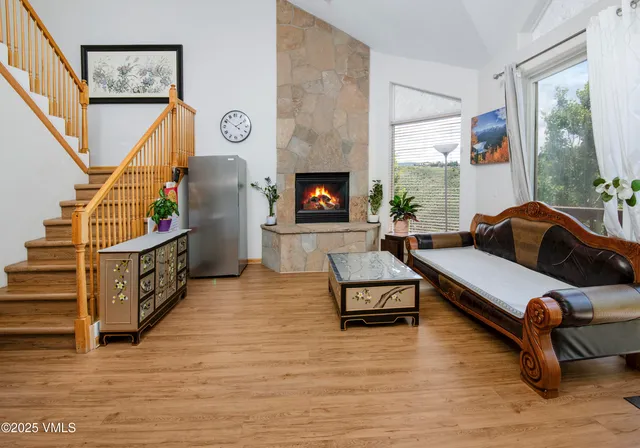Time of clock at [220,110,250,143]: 1:51
